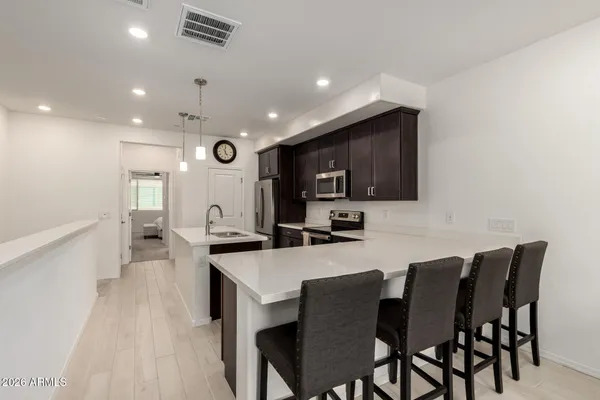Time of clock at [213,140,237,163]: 5:01
